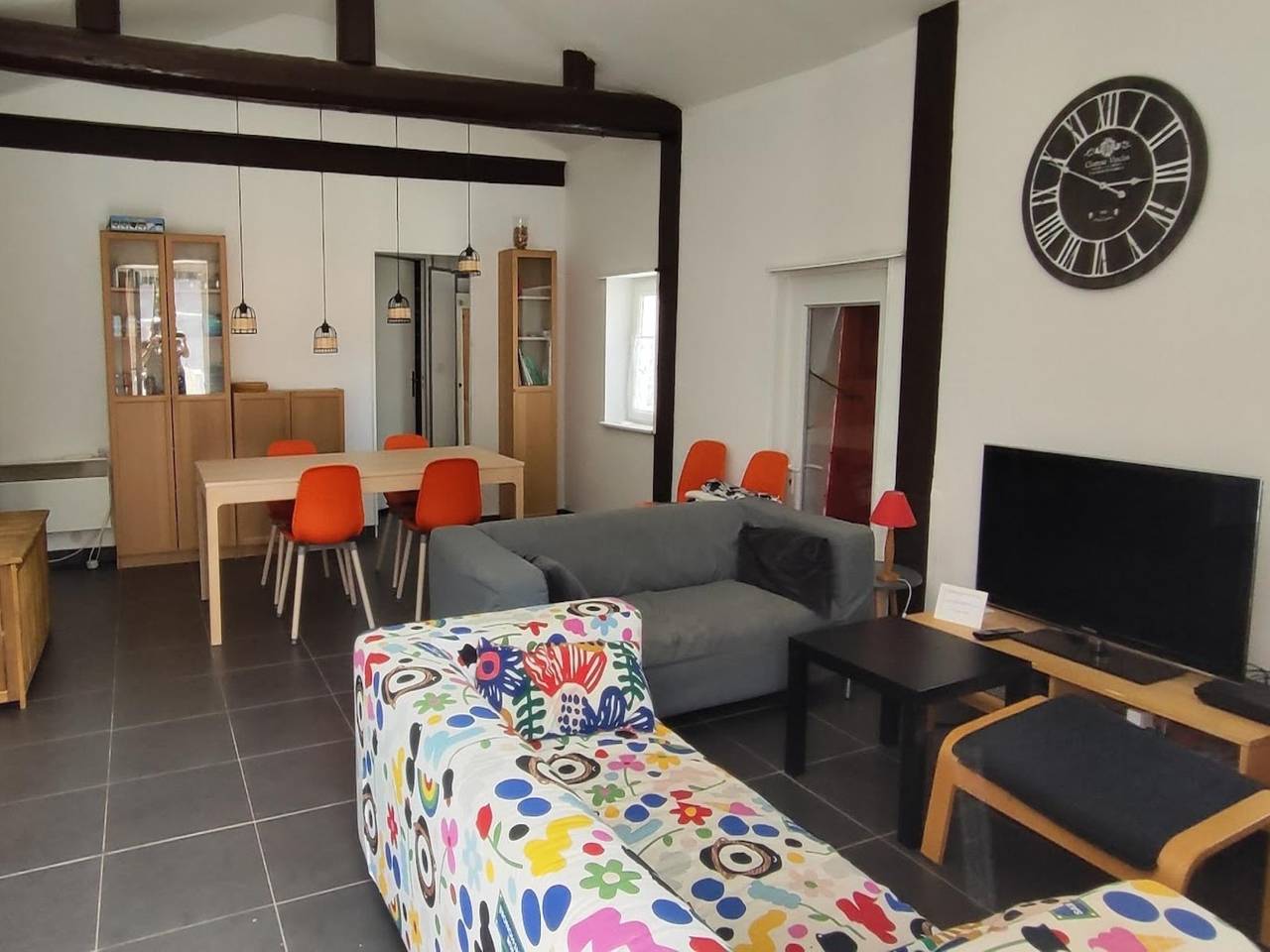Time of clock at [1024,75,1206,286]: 2:49
